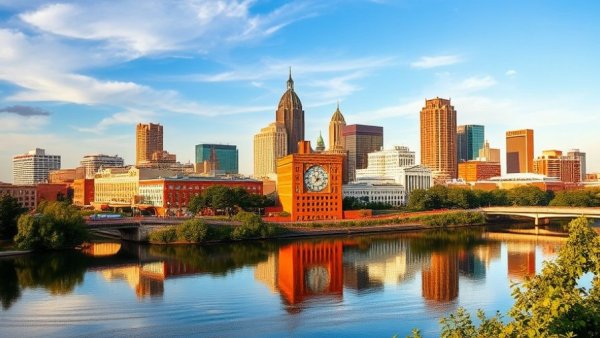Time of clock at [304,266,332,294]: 6:32
